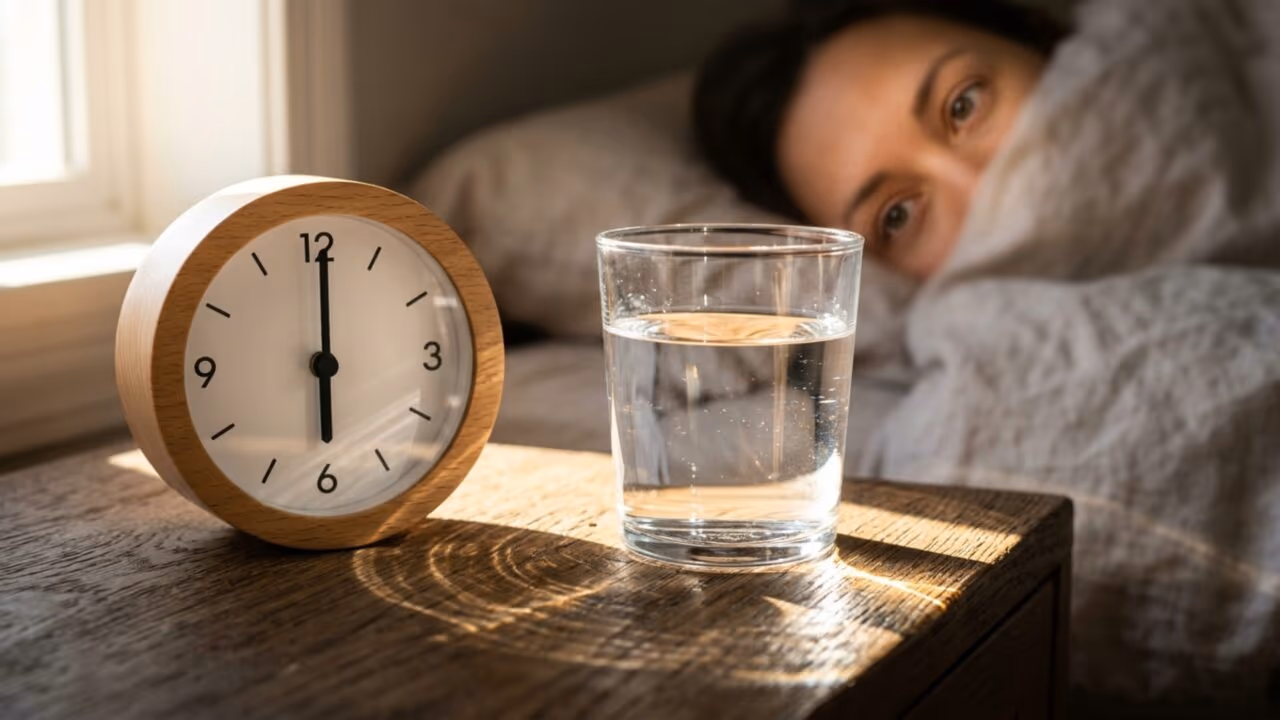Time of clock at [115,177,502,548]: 6:00
